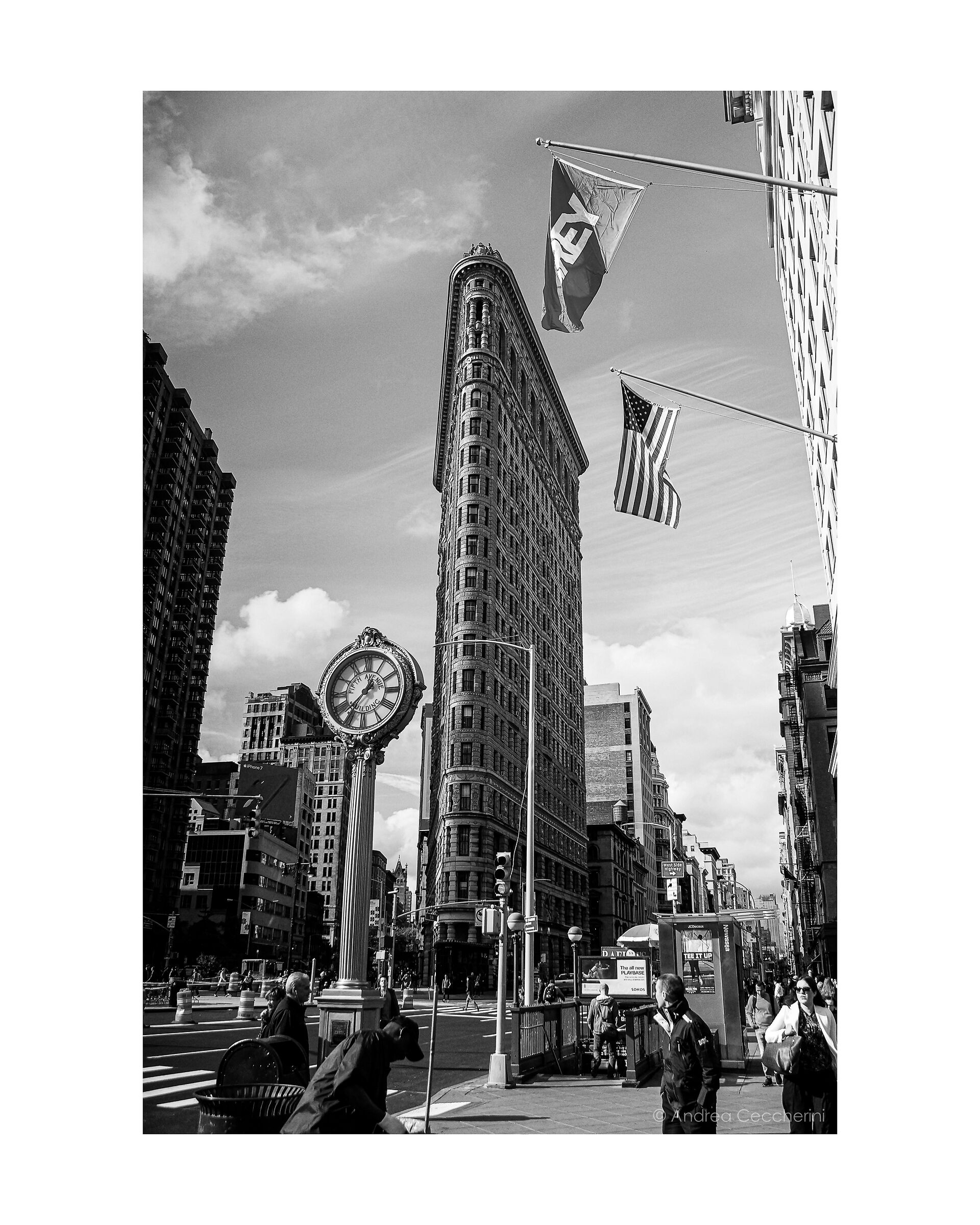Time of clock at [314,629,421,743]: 12:36
